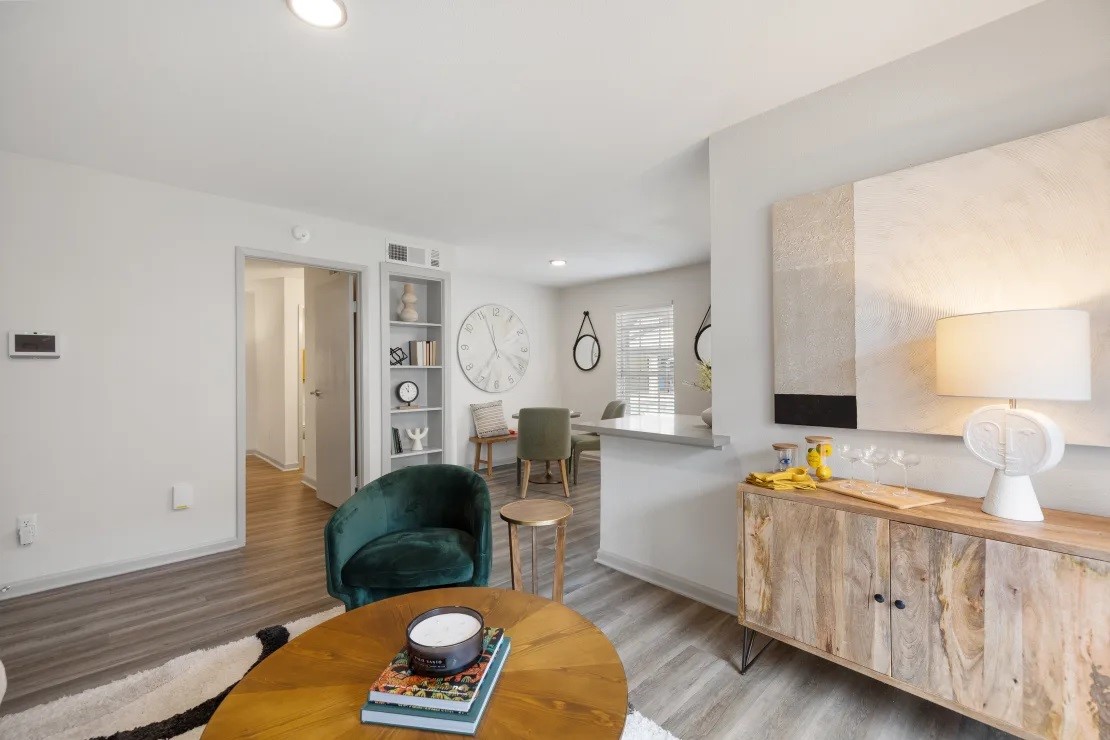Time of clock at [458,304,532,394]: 11:56
